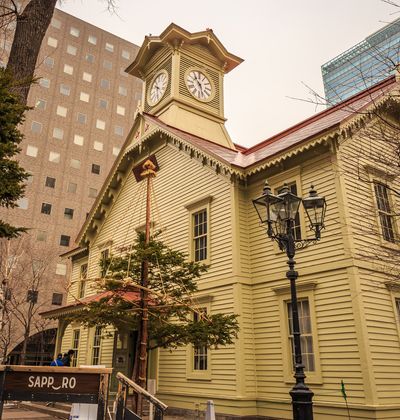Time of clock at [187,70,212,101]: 10:28
